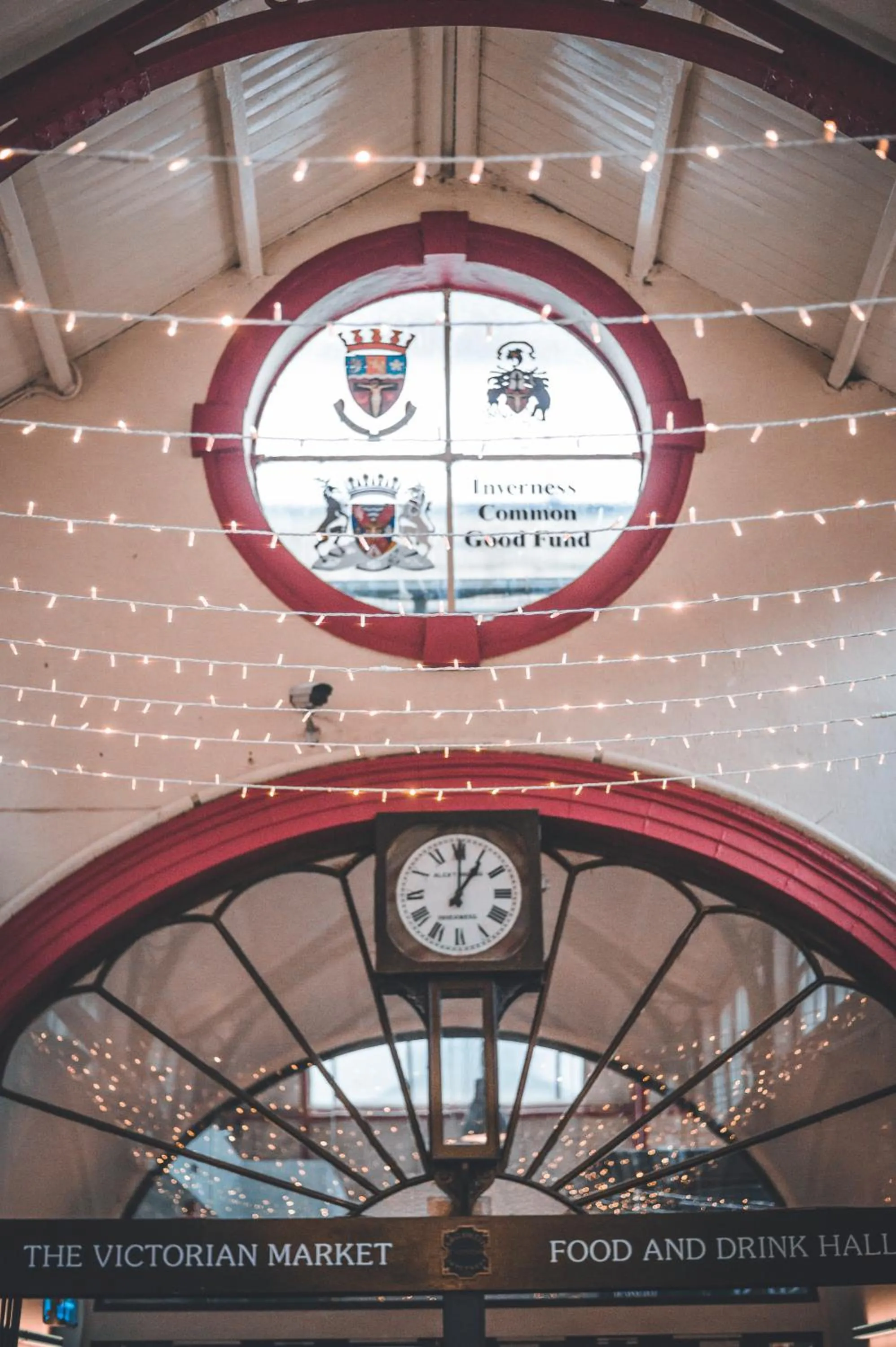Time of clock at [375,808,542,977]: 1:00
